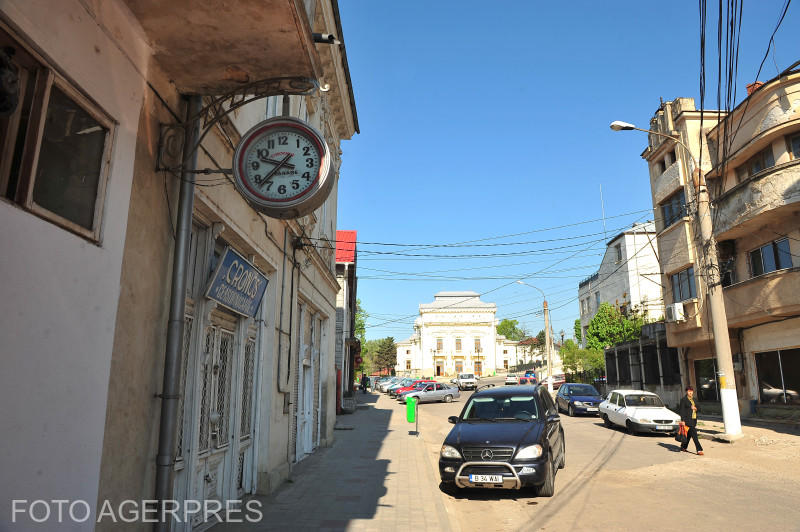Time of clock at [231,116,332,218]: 9:37
